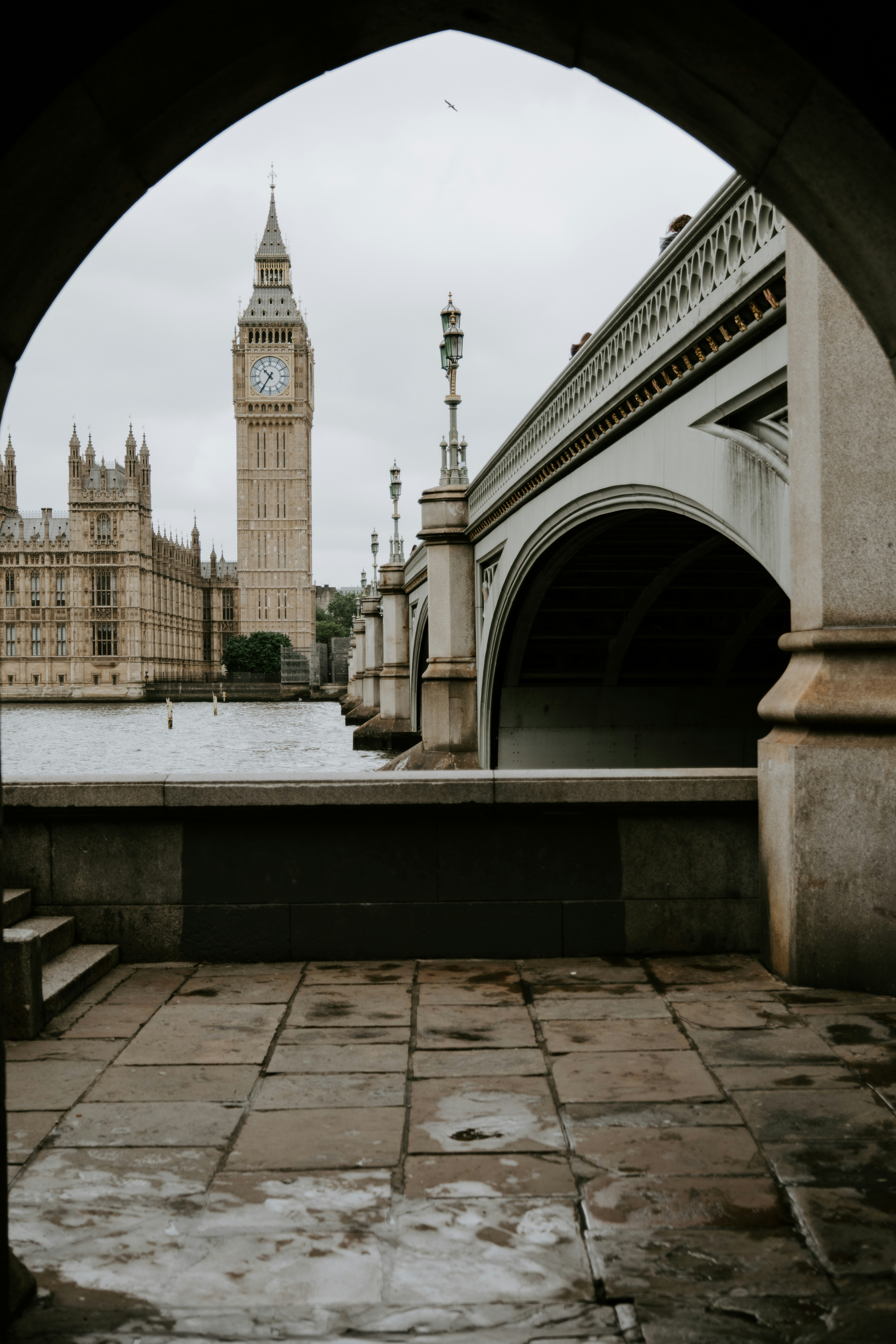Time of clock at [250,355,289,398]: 10:35
